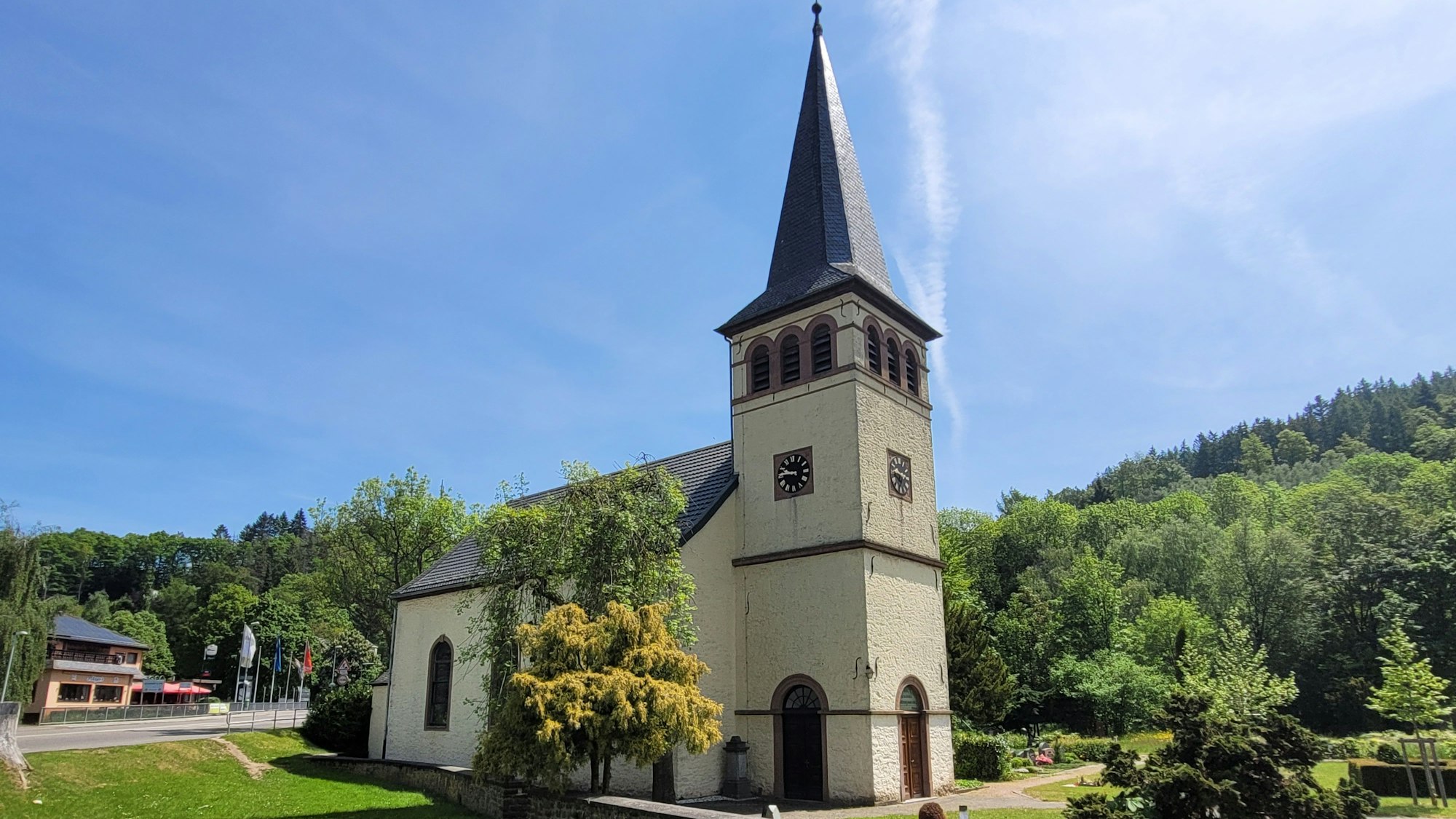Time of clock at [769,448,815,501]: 9:45
